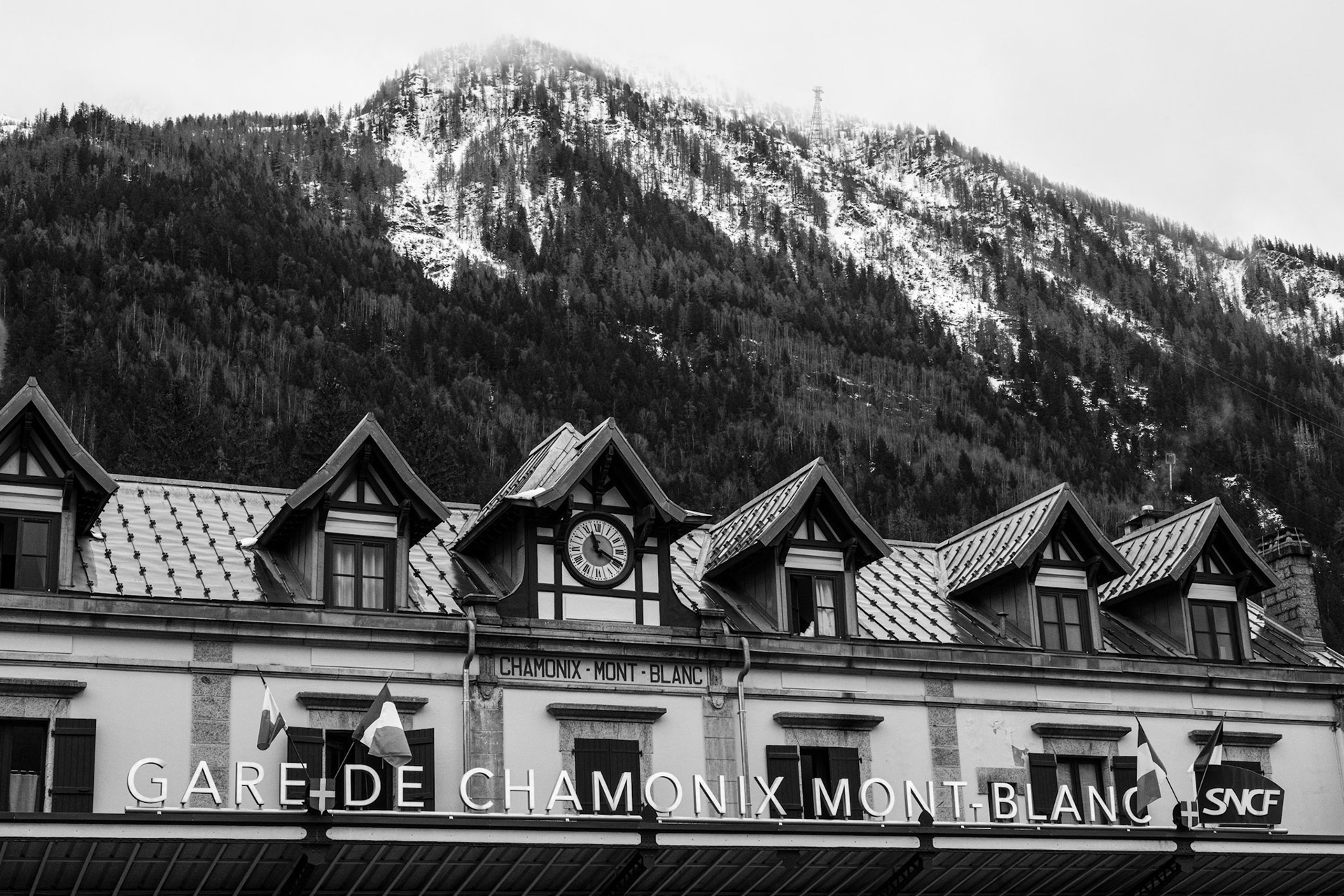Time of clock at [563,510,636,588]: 11:19
